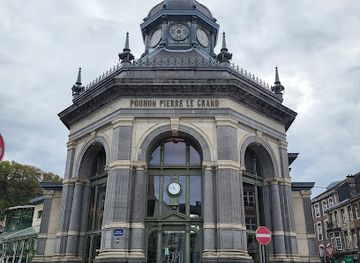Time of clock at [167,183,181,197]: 4:46
